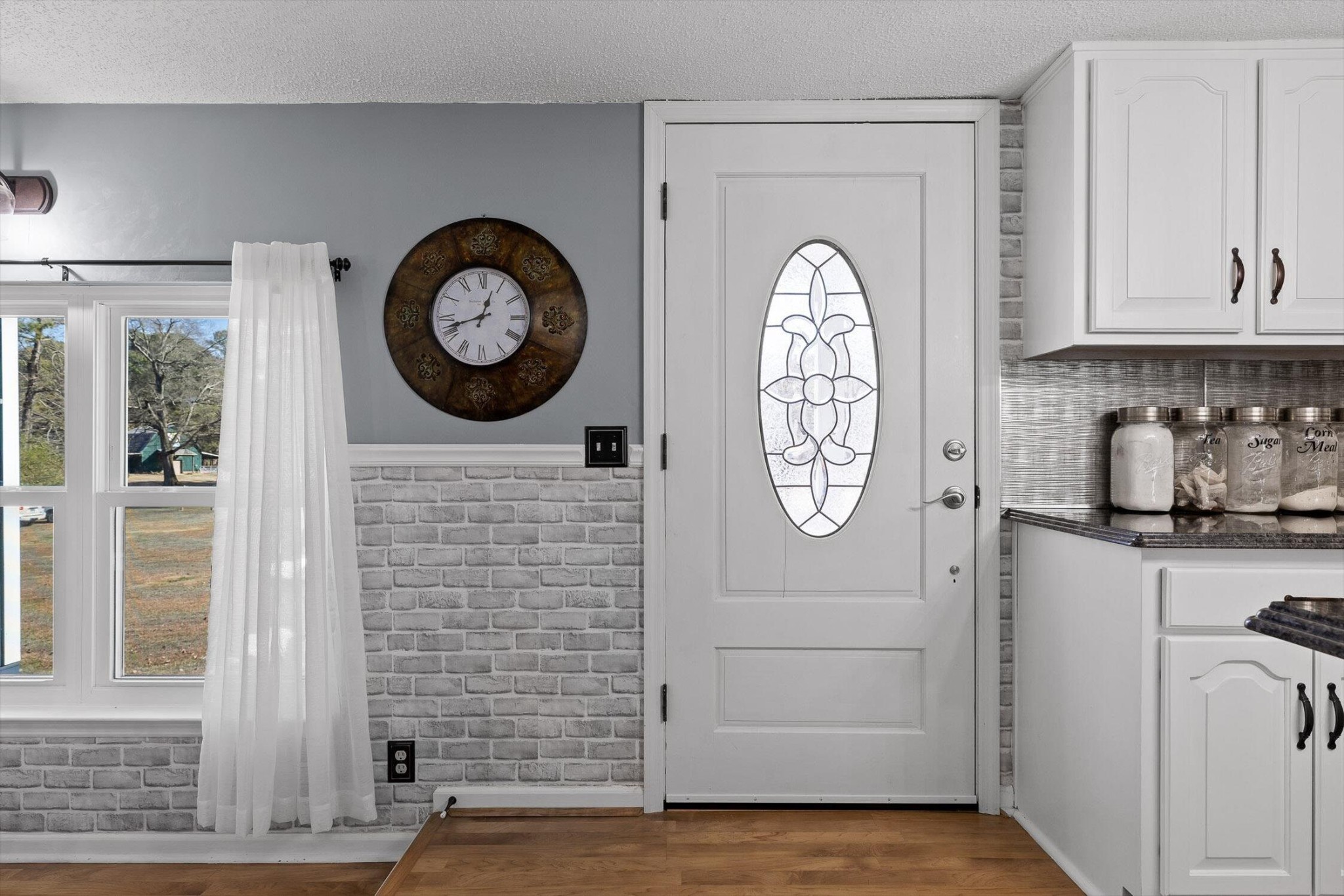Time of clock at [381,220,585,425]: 12:42
